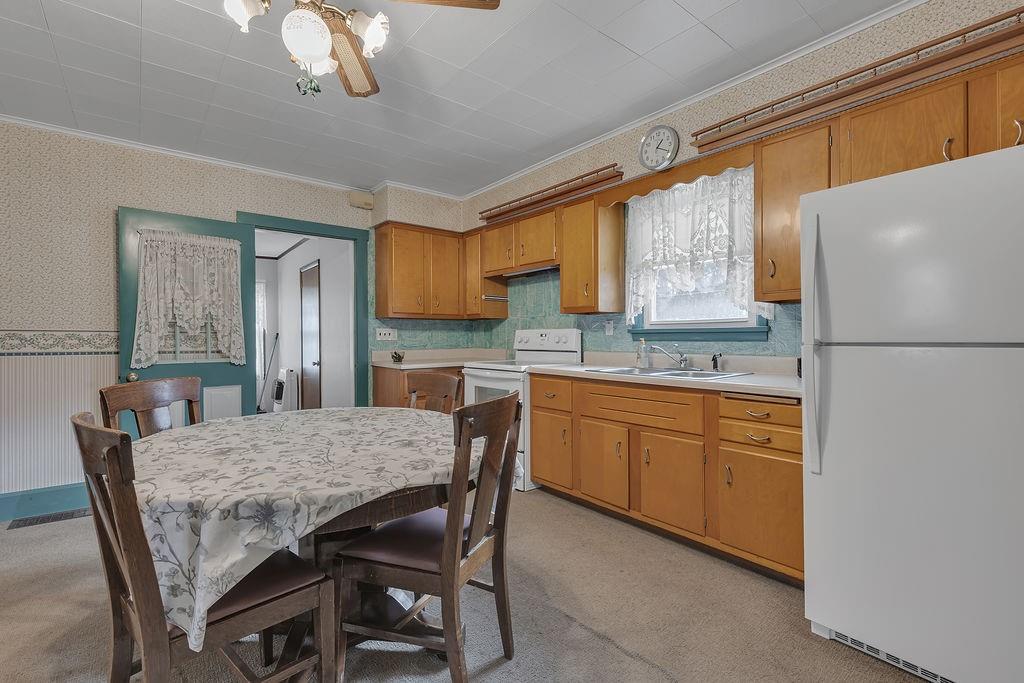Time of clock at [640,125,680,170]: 1:19
